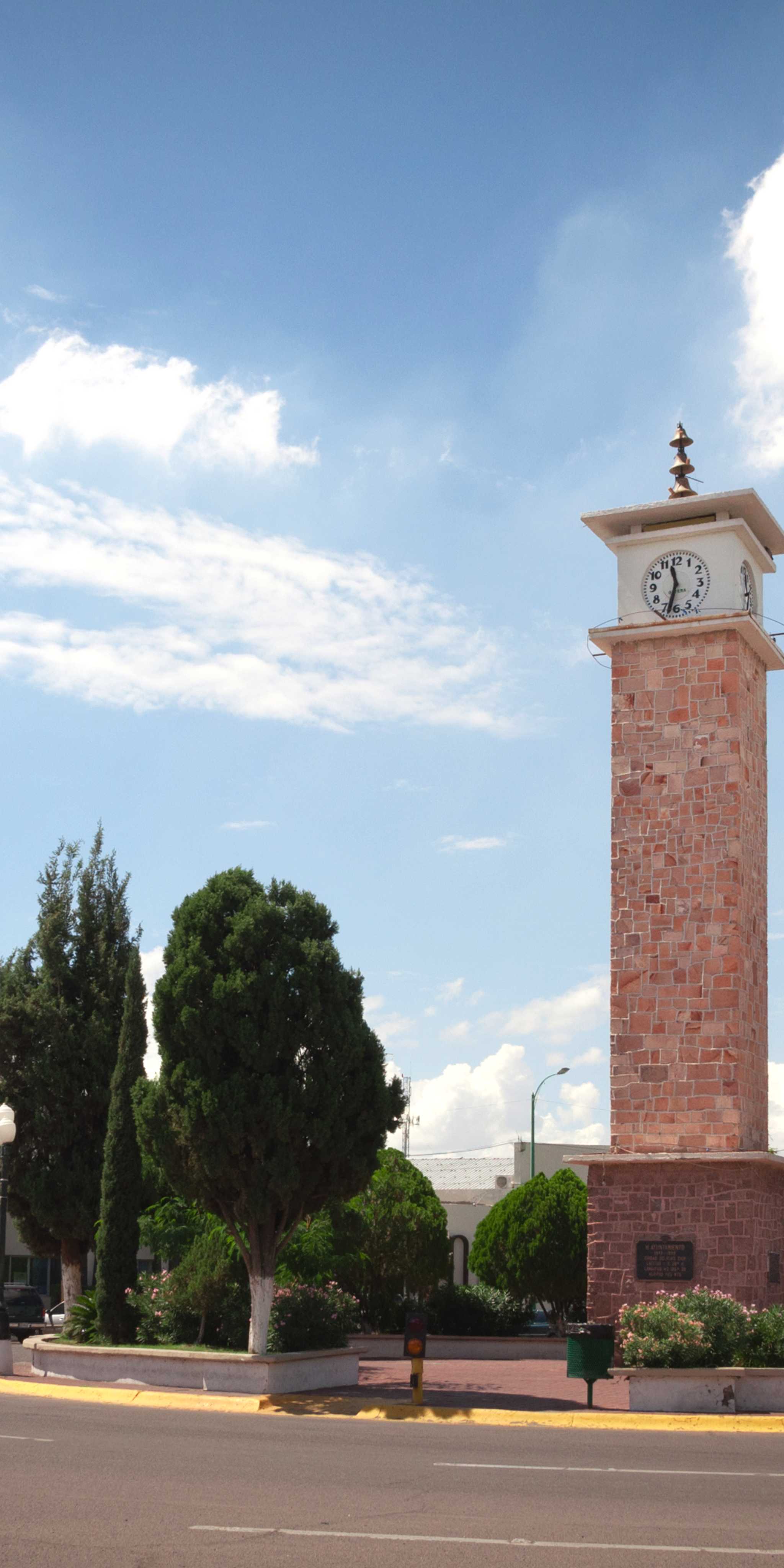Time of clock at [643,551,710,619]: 11:32
